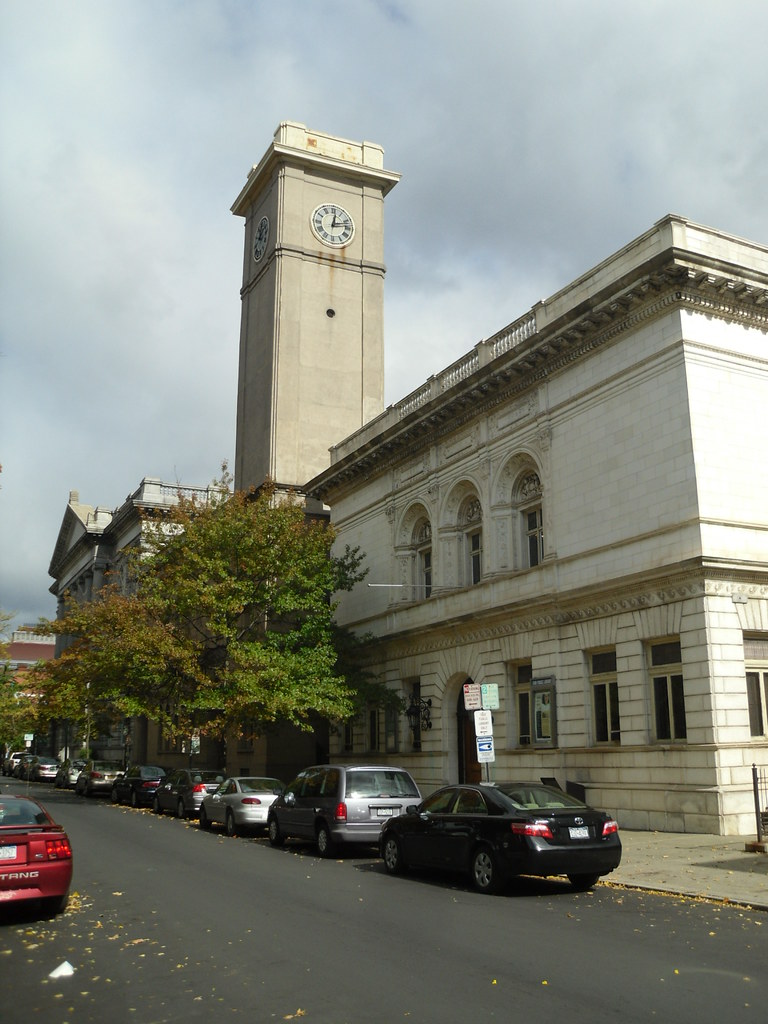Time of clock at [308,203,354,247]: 12:12
